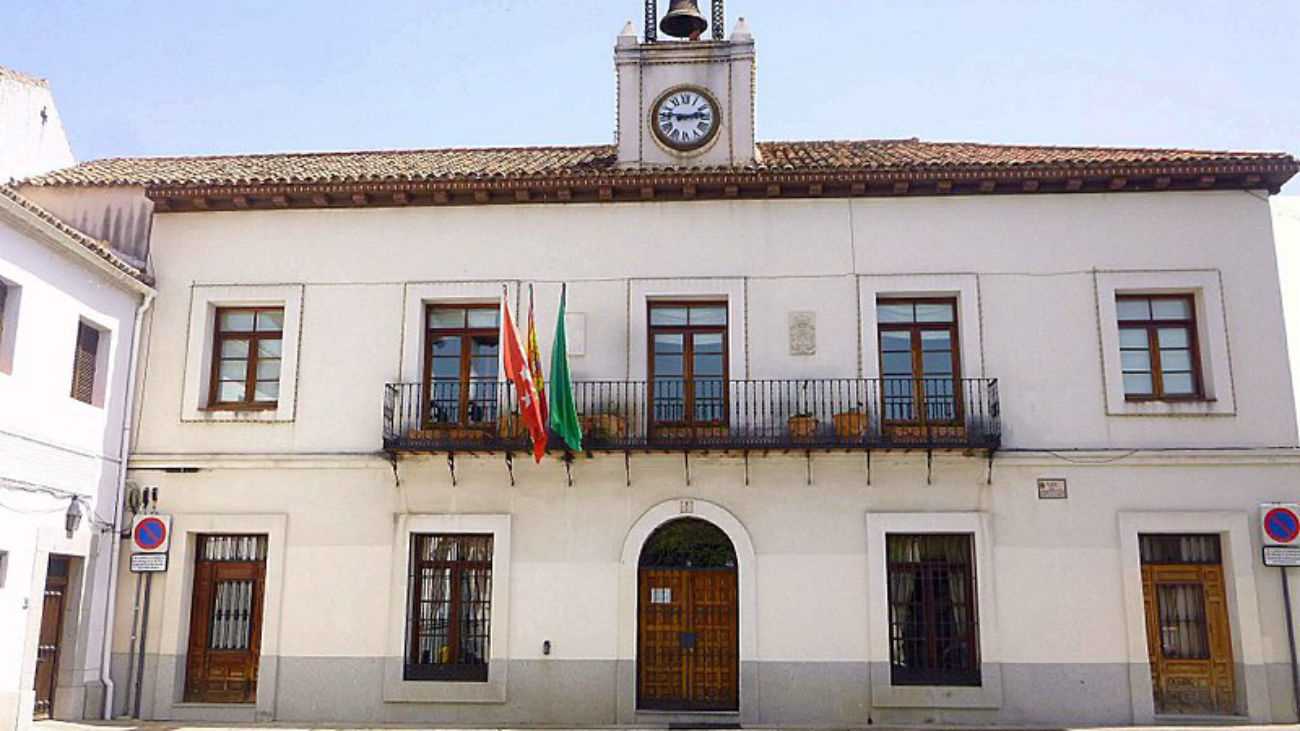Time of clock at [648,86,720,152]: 2:46
